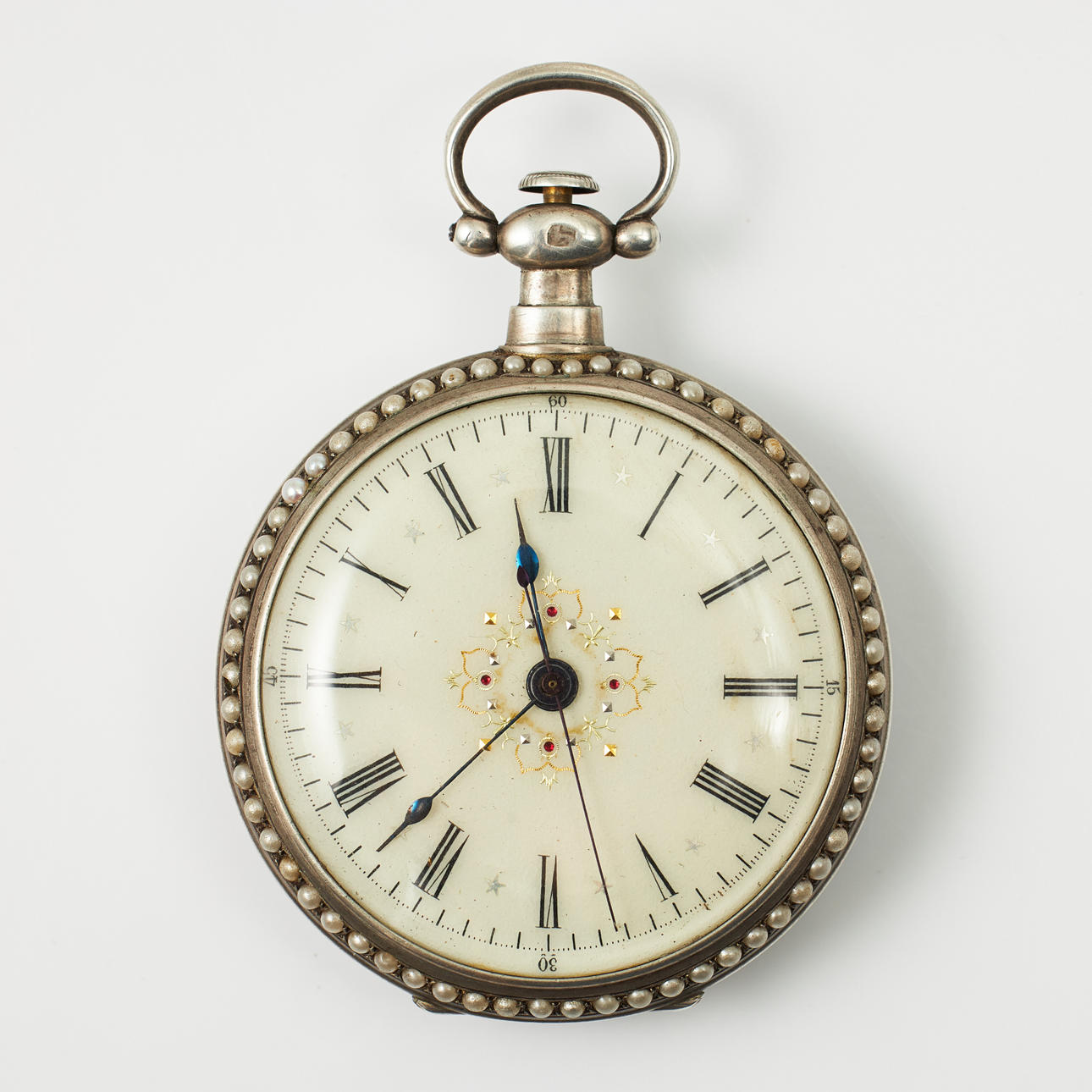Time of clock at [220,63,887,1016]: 11:37
